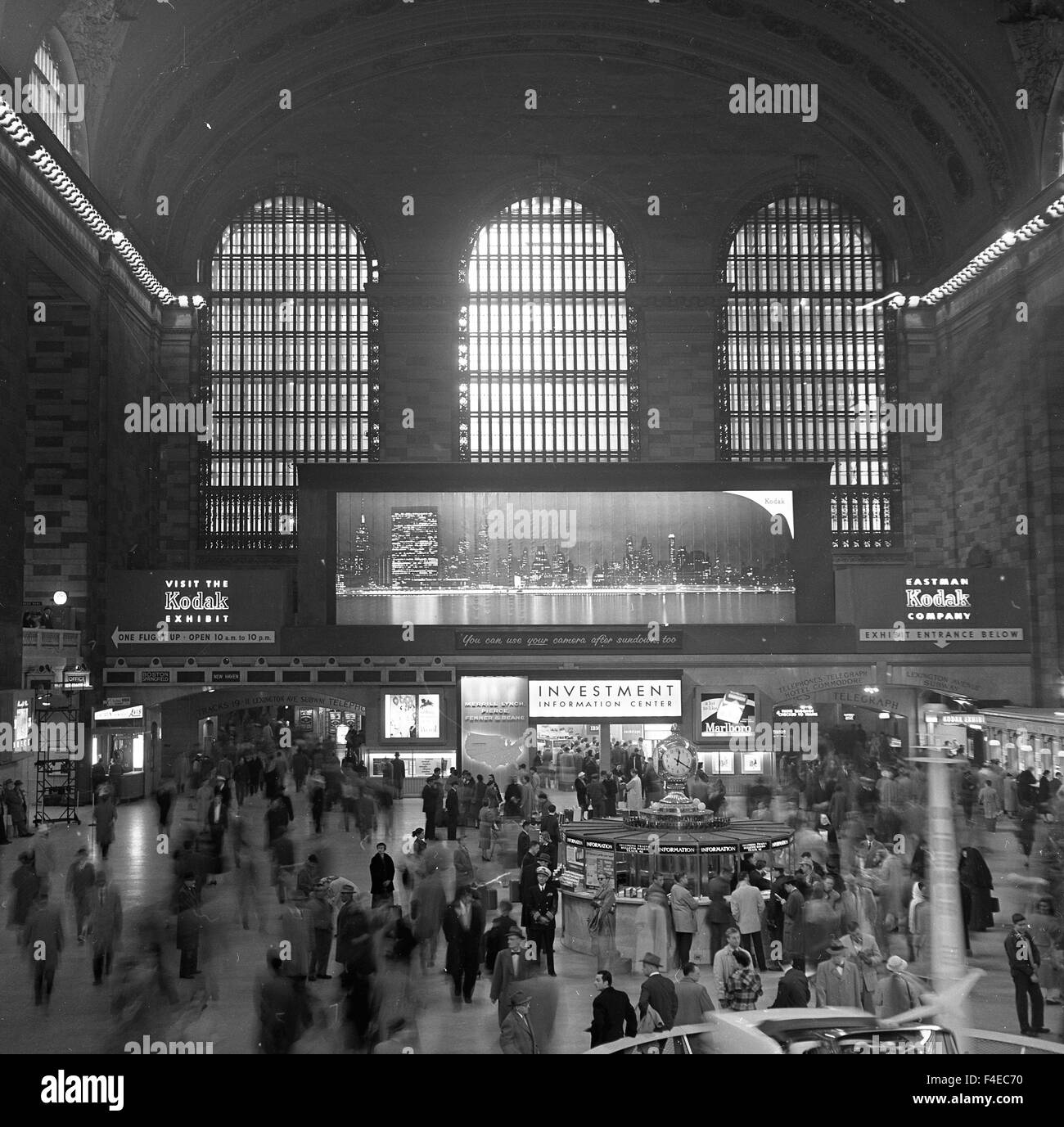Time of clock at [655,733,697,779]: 12:19
